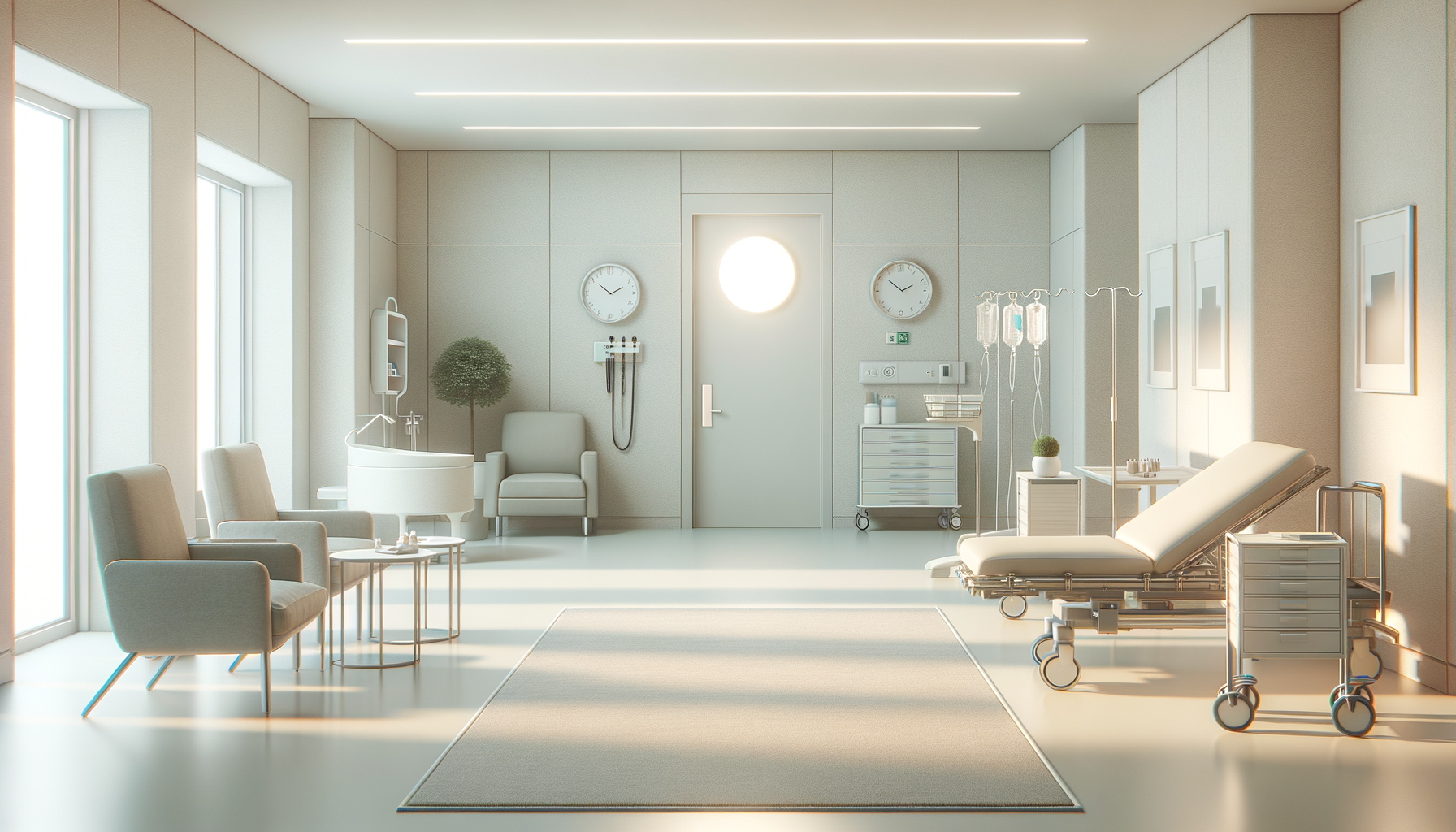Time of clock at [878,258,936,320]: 1:51
